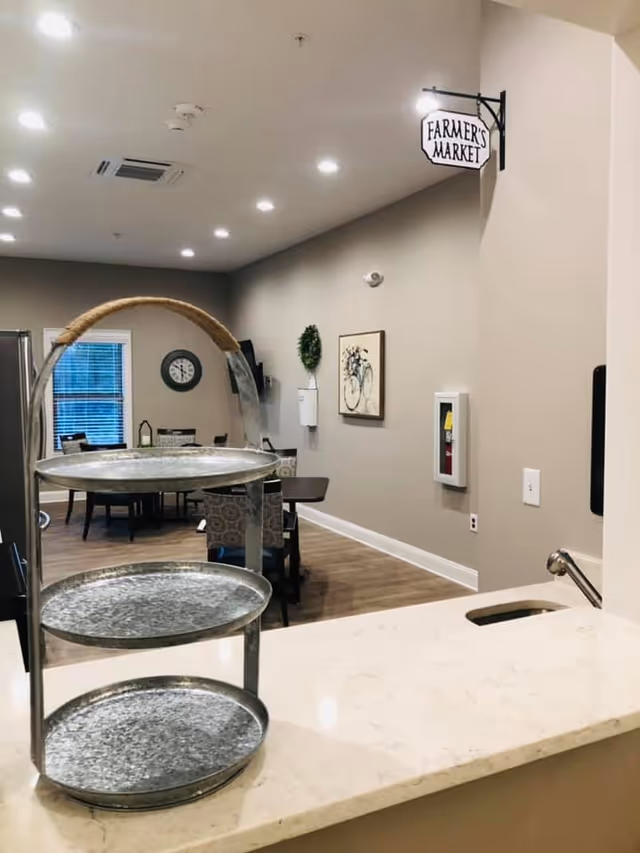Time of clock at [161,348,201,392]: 5:50
